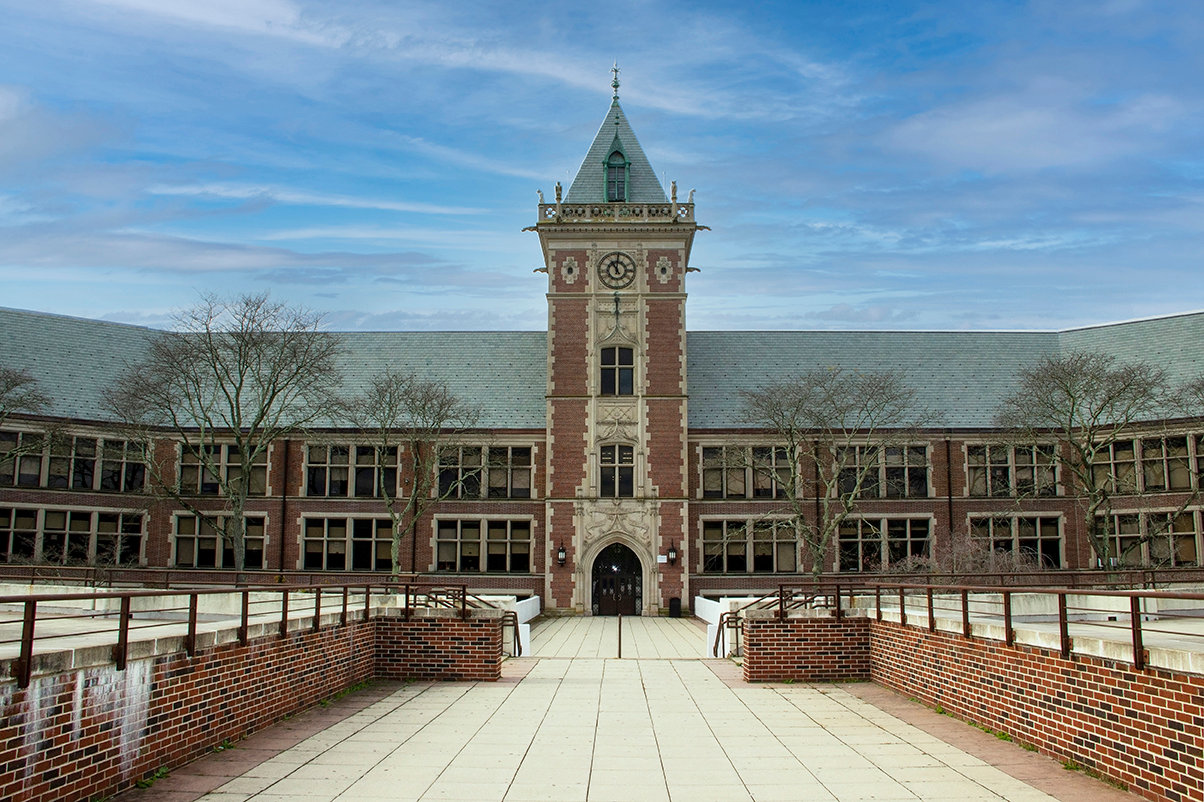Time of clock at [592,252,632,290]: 11:00
